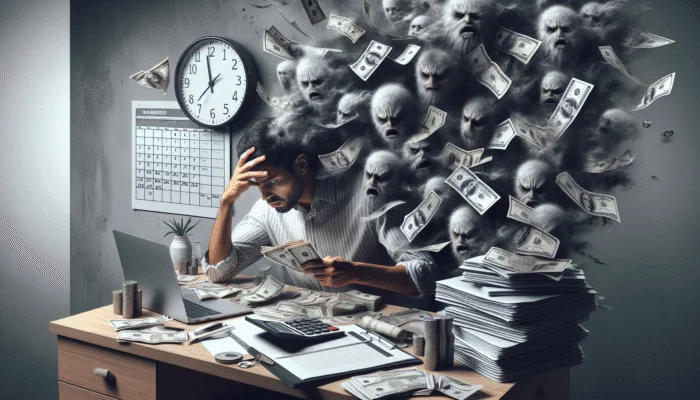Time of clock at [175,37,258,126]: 11:37
